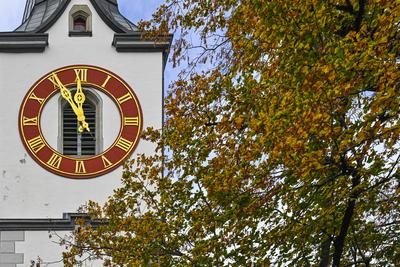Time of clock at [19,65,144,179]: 11:55
